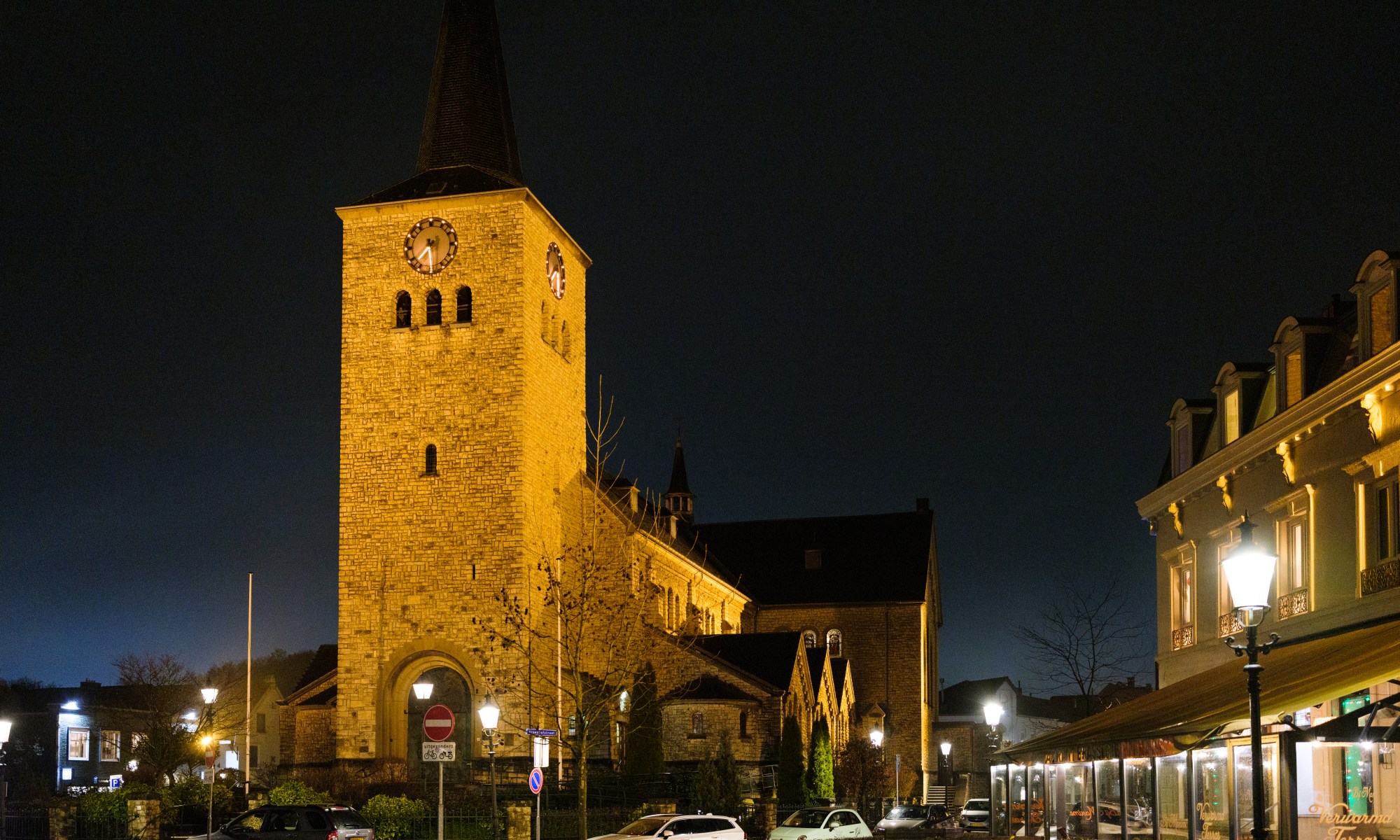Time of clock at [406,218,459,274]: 7:29
